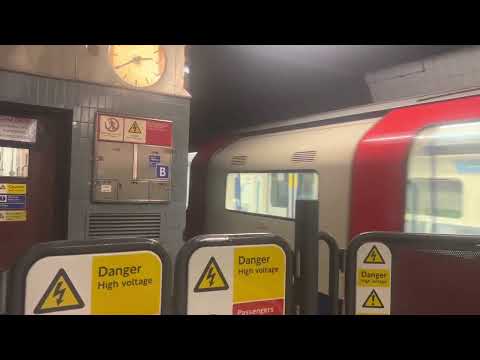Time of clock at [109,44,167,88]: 2:39
